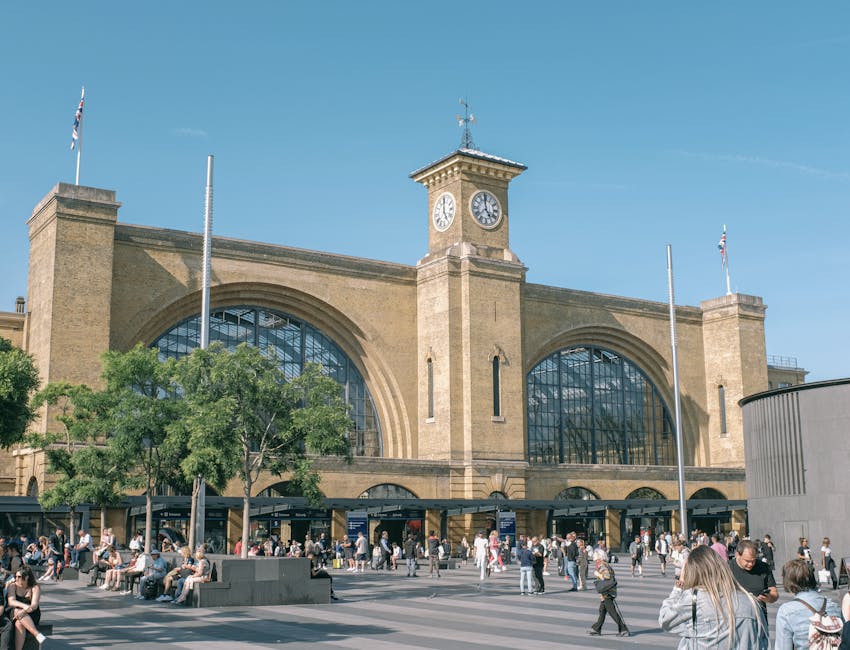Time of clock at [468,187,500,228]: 4:59
